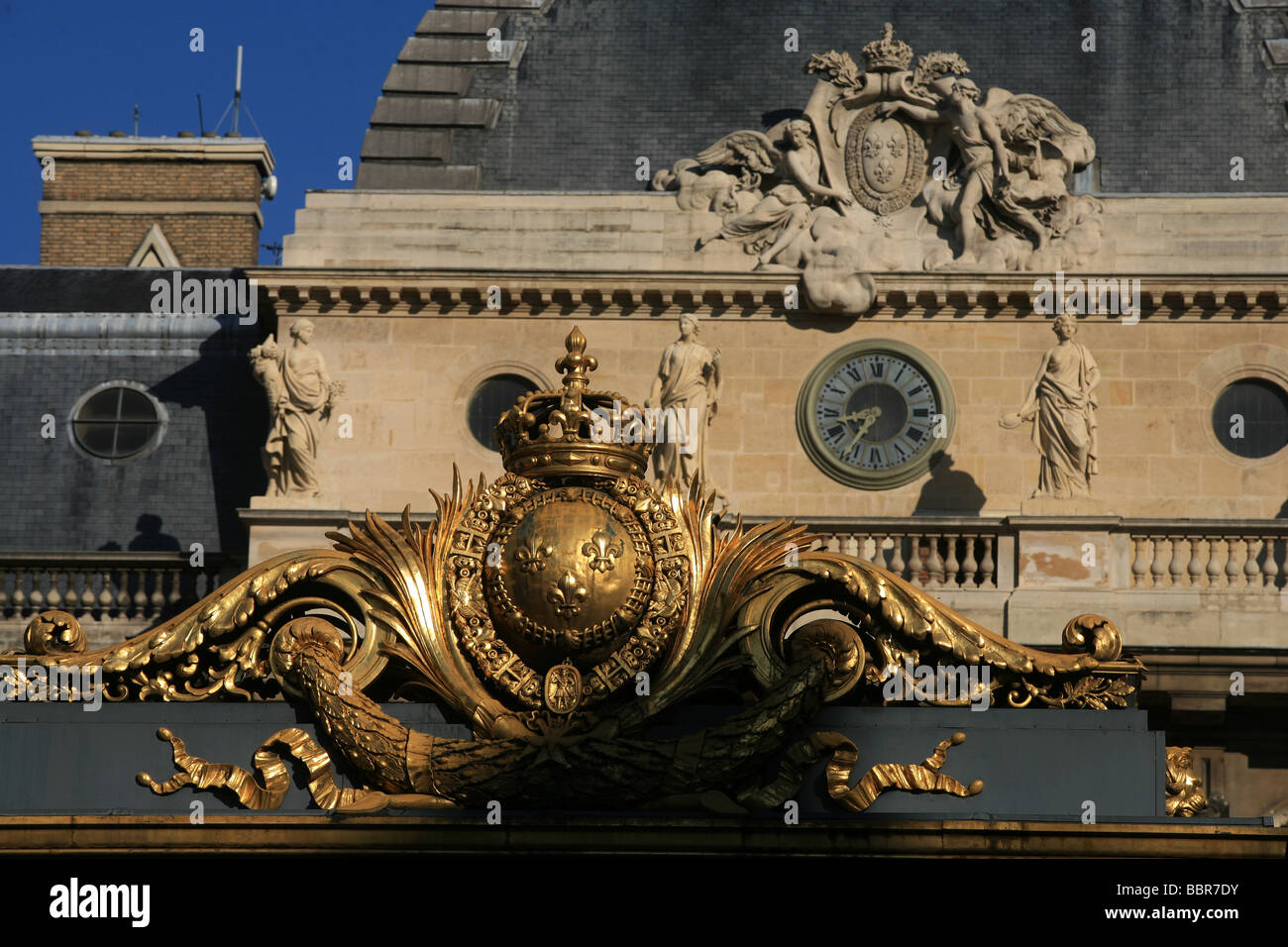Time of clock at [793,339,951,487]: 8:36
